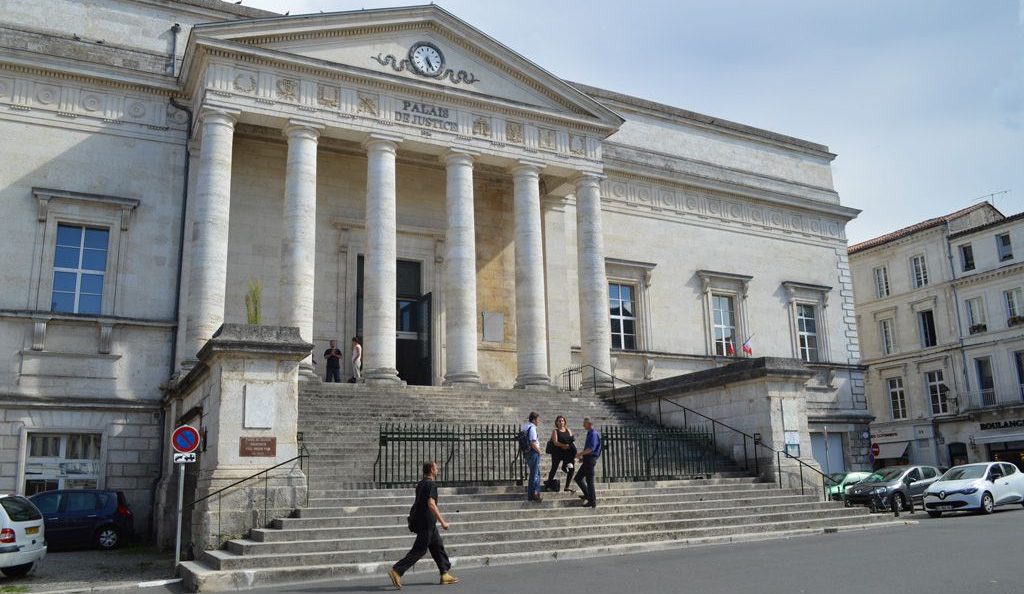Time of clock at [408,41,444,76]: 5:24
